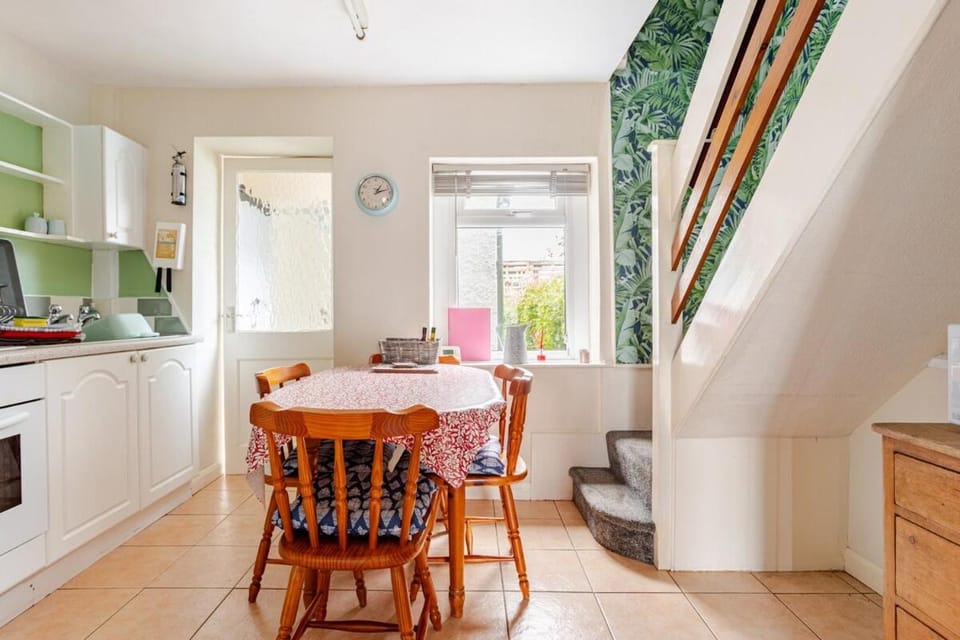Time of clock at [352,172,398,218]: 1:12
